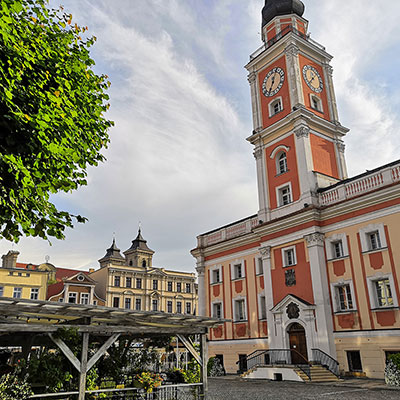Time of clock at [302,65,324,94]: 1:37
